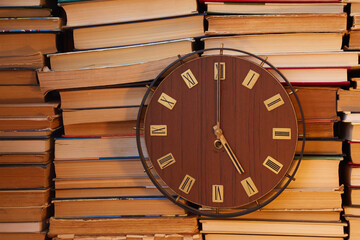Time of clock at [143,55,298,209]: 5:00
